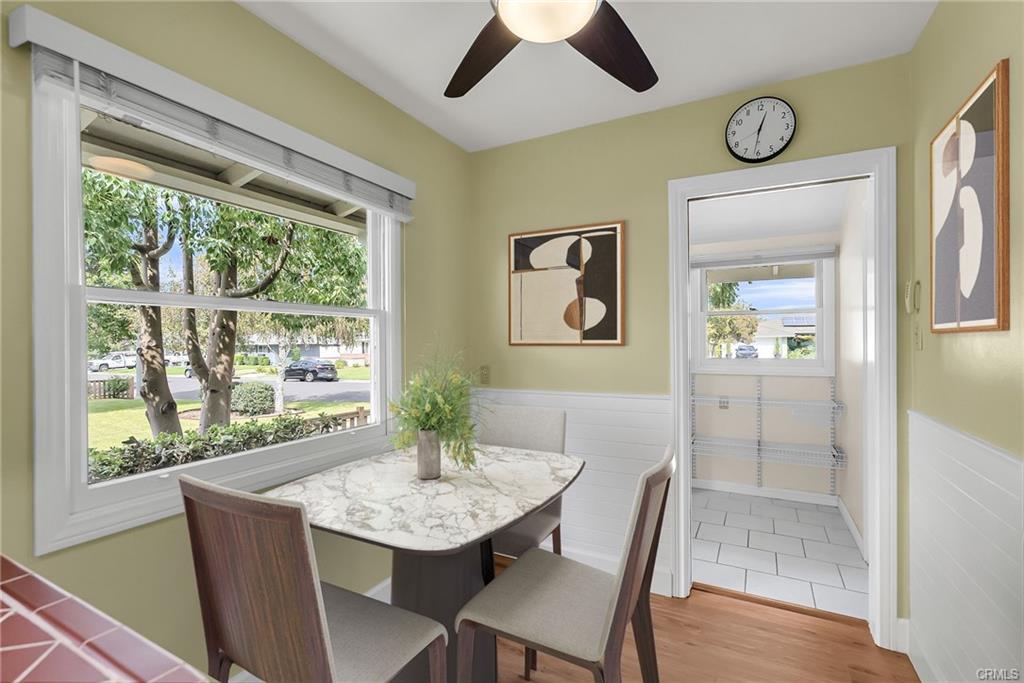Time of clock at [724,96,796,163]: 12:31
